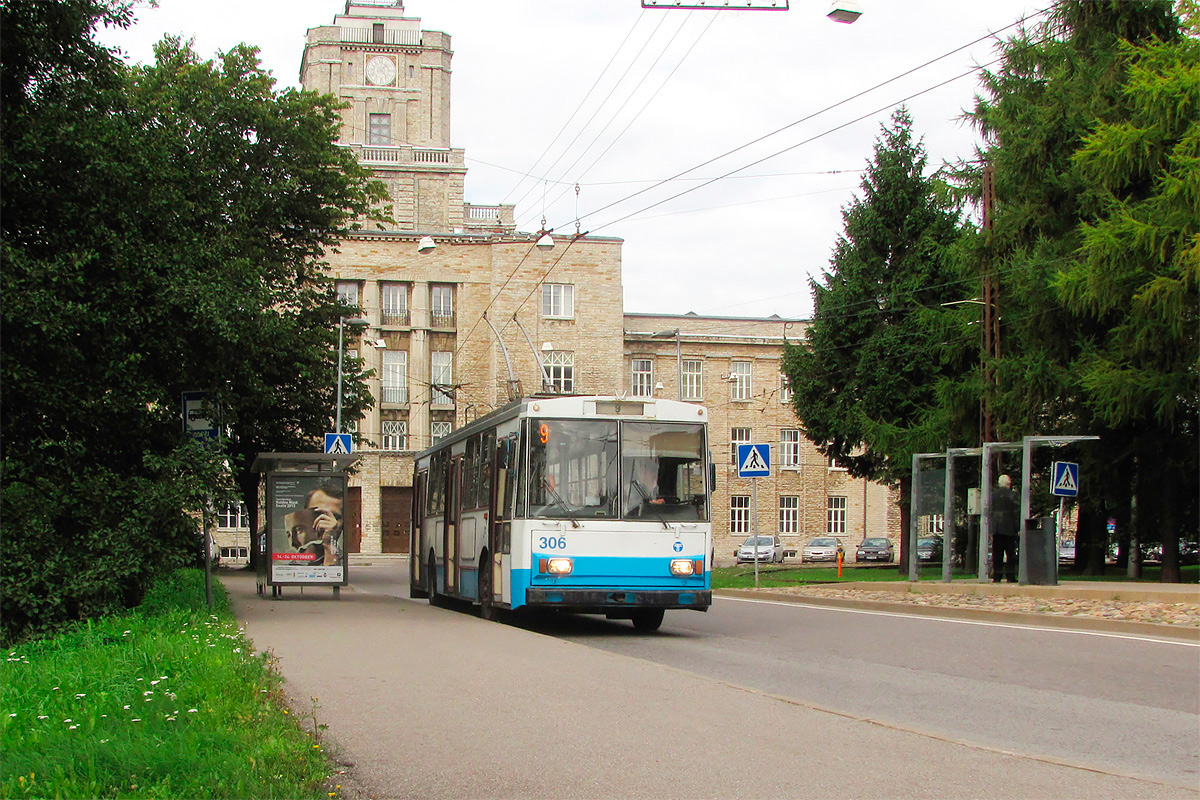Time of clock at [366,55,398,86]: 1:23
